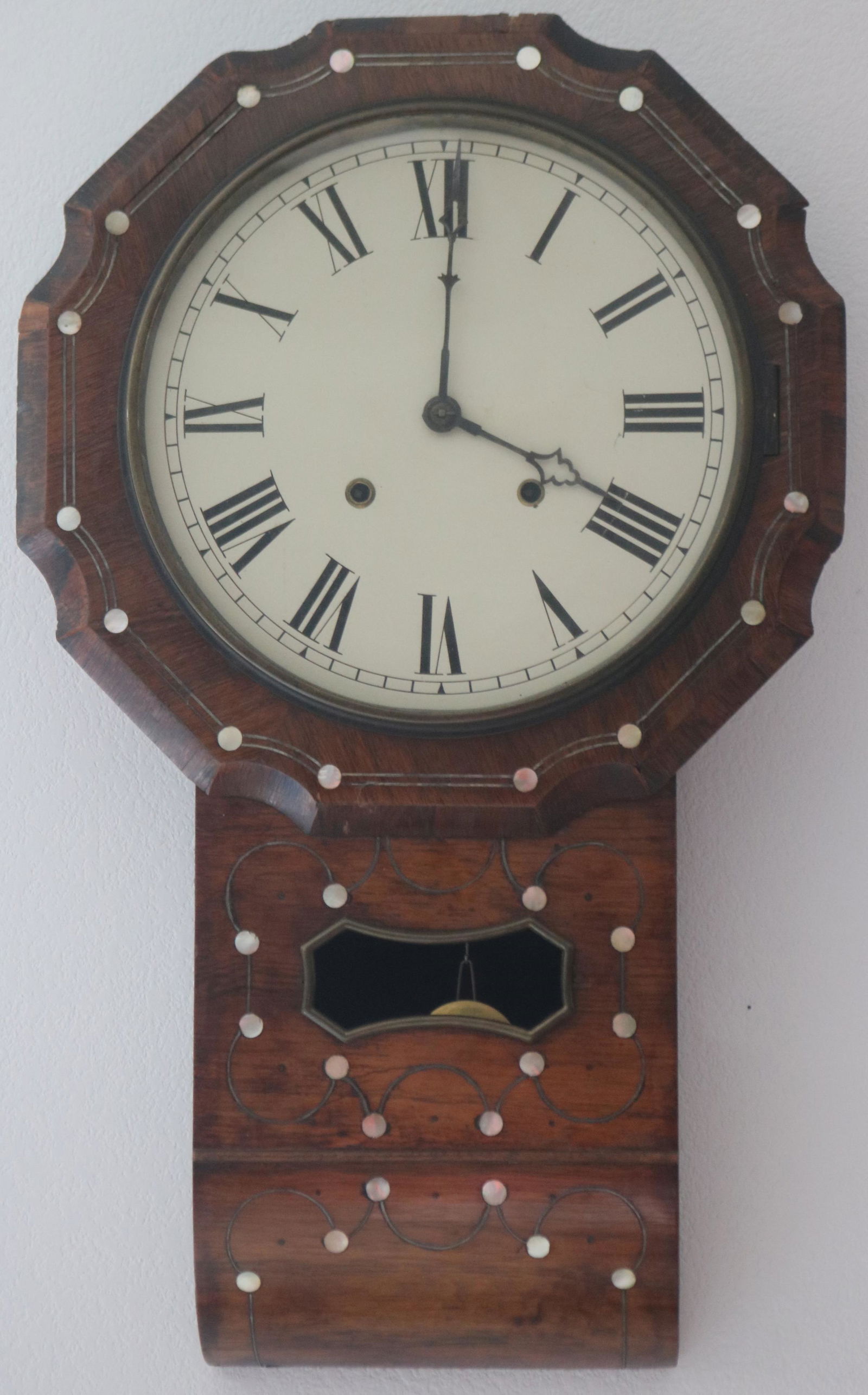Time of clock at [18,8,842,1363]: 4:00
